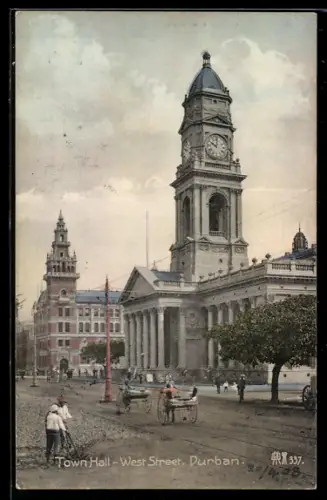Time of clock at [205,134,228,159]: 10:00
